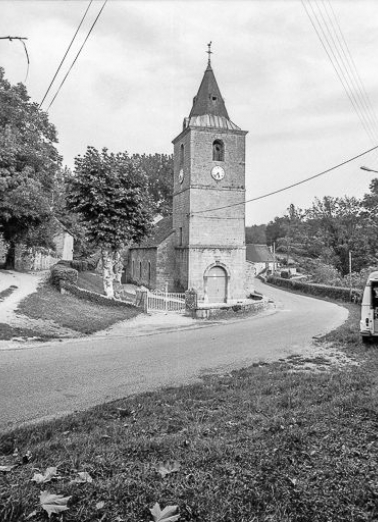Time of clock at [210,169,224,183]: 5:38
